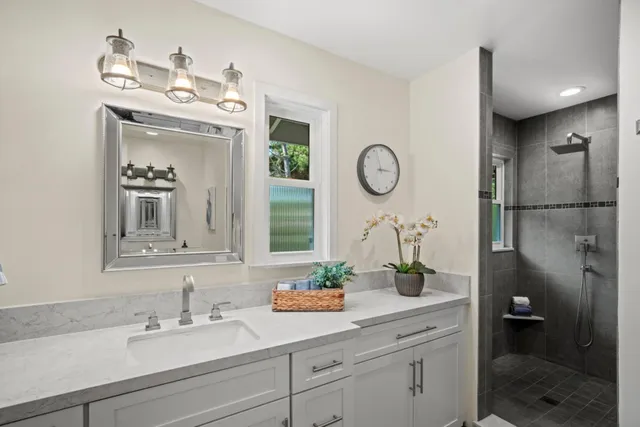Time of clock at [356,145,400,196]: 2:57
